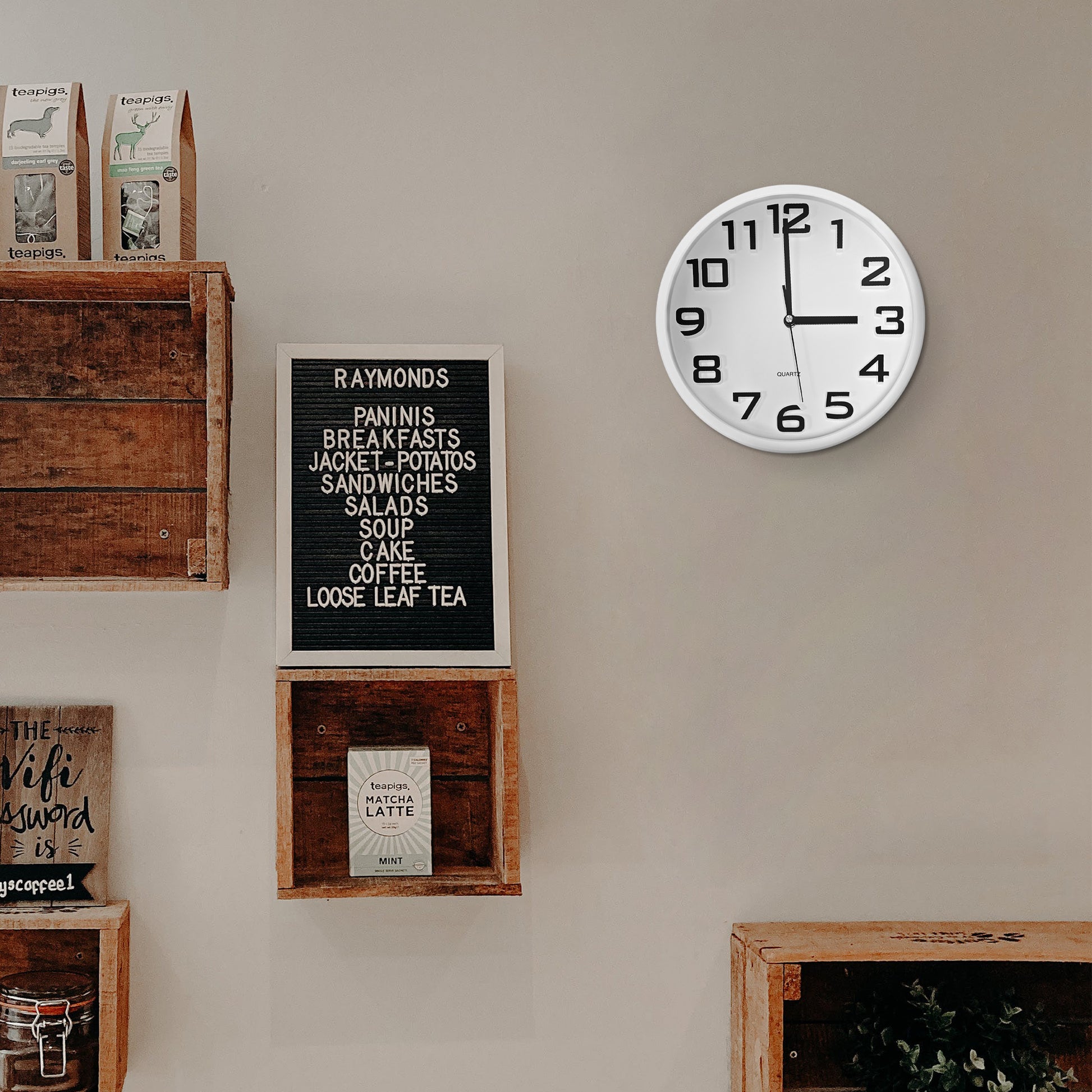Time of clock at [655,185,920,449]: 2:59
